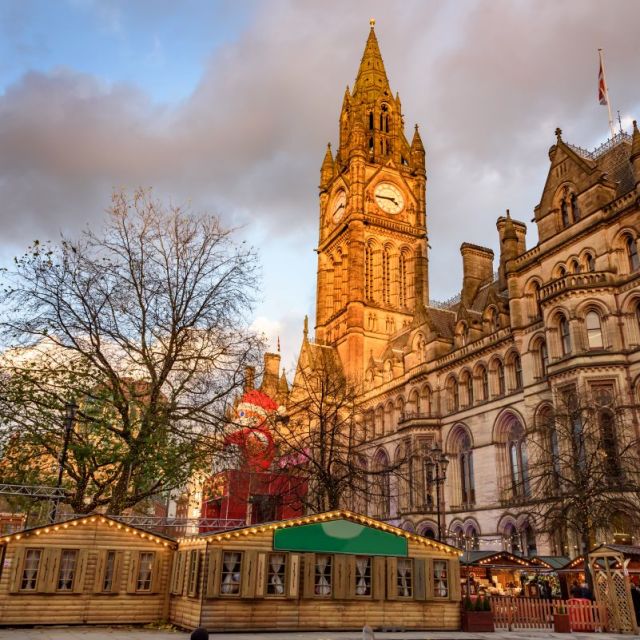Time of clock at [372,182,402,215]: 3:44
